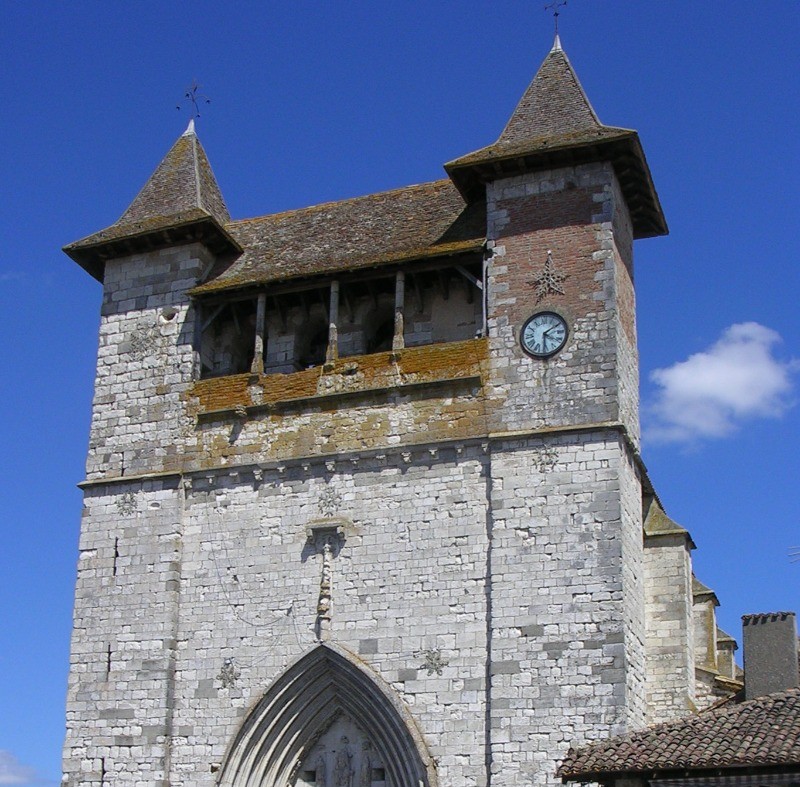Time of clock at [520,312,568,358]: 4:09
